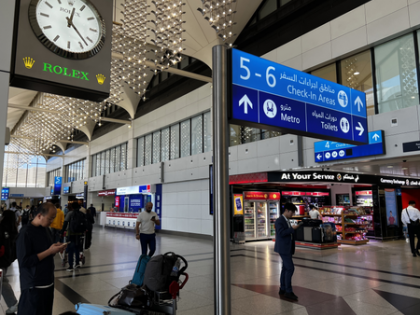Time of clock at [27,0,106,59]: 12:22
